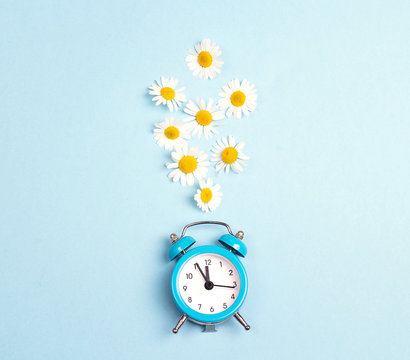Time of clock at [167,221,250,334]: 11:55
